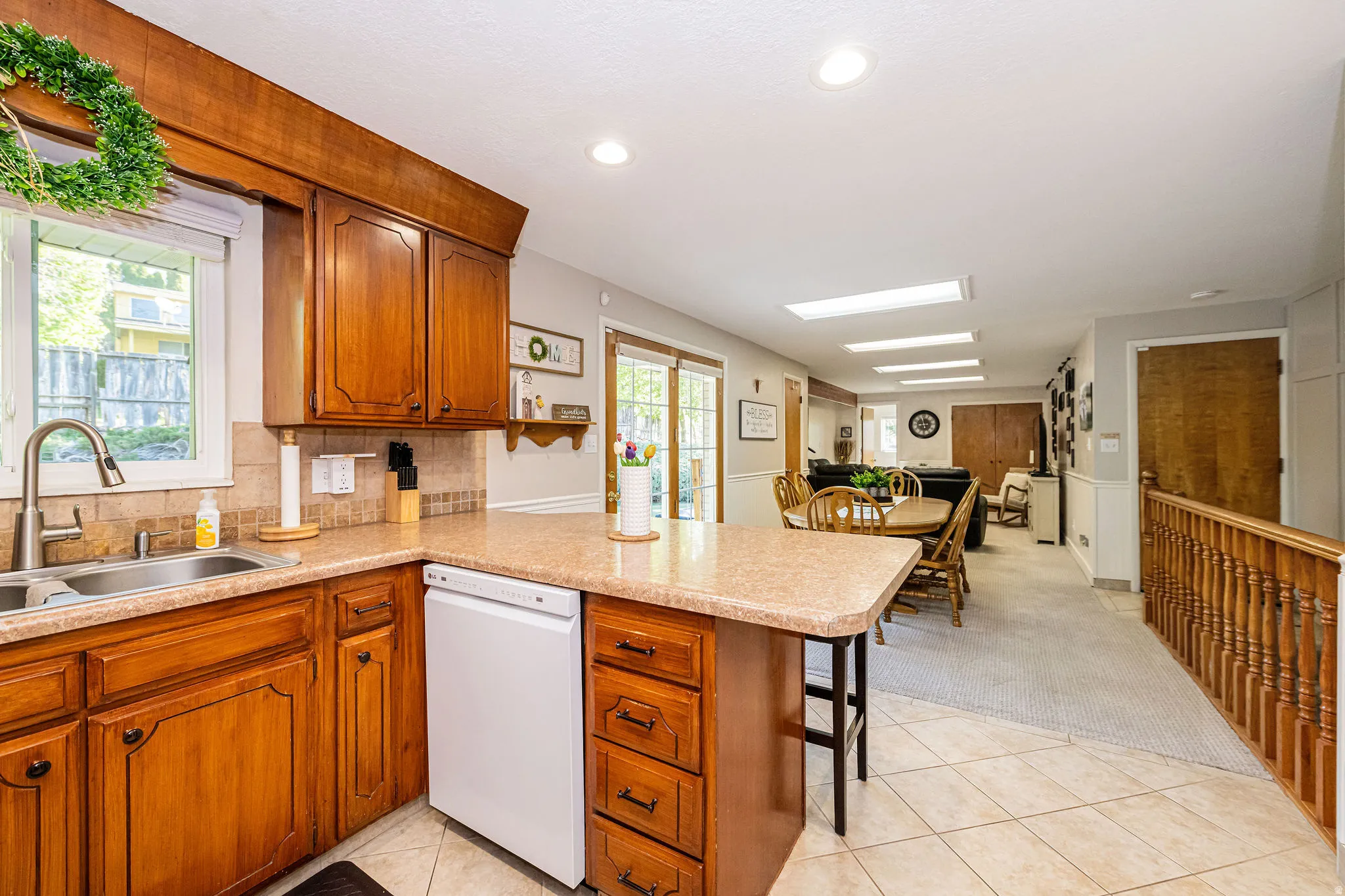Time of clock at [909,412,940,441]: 8:57
